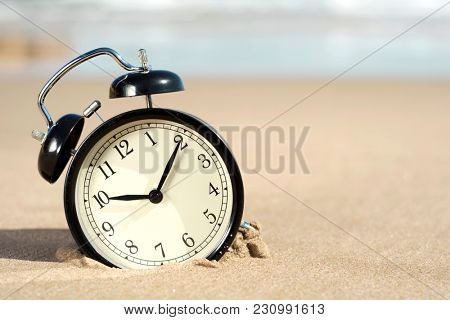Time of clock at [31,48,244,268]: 9:05
